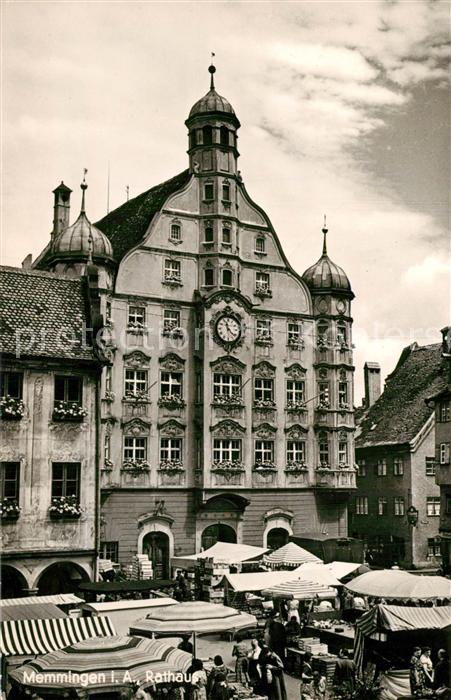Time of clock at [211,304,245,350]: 11:21
